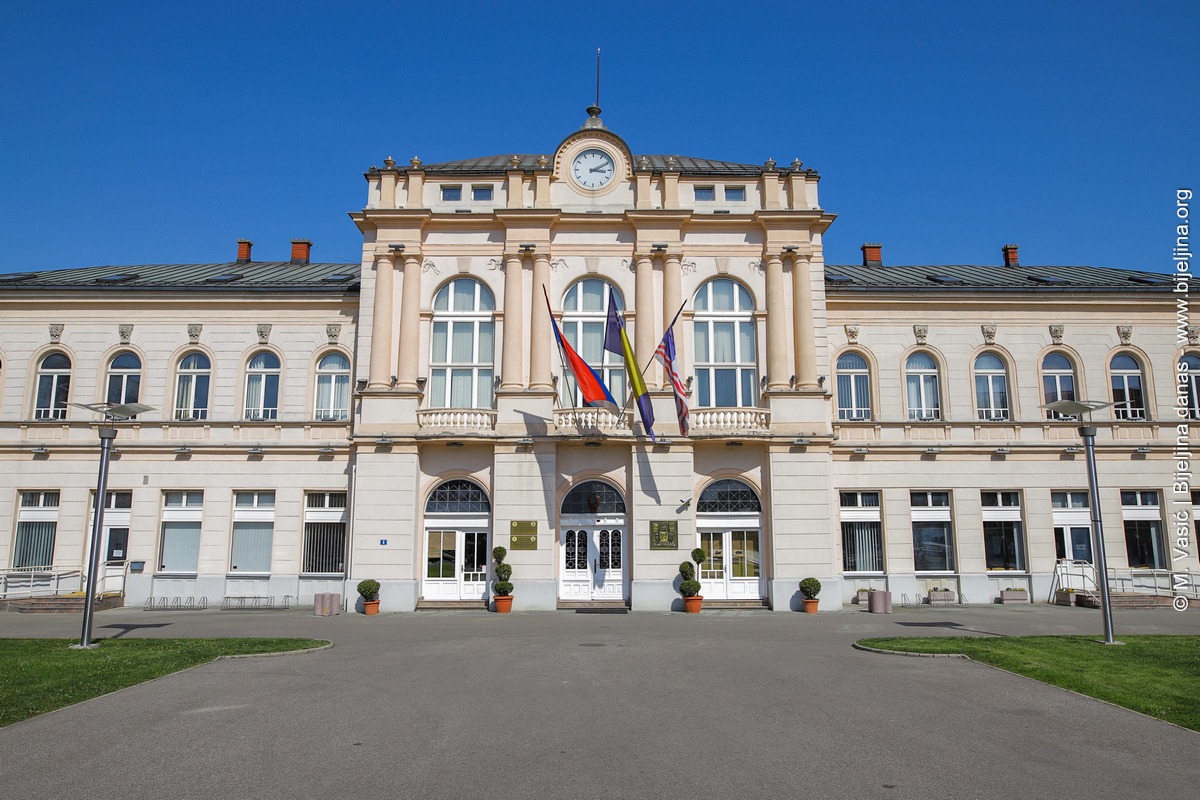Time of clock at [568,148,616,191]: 3:10
